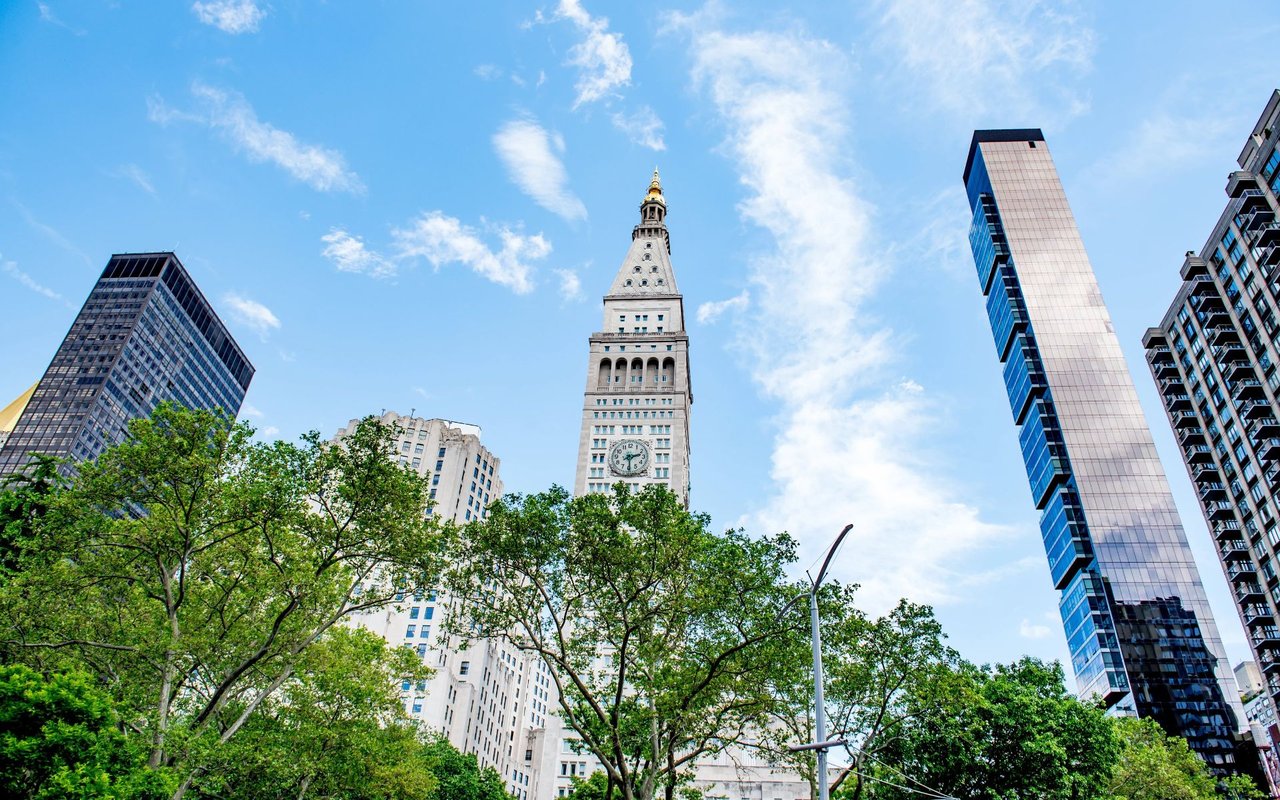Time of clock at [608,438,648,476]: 2:29
